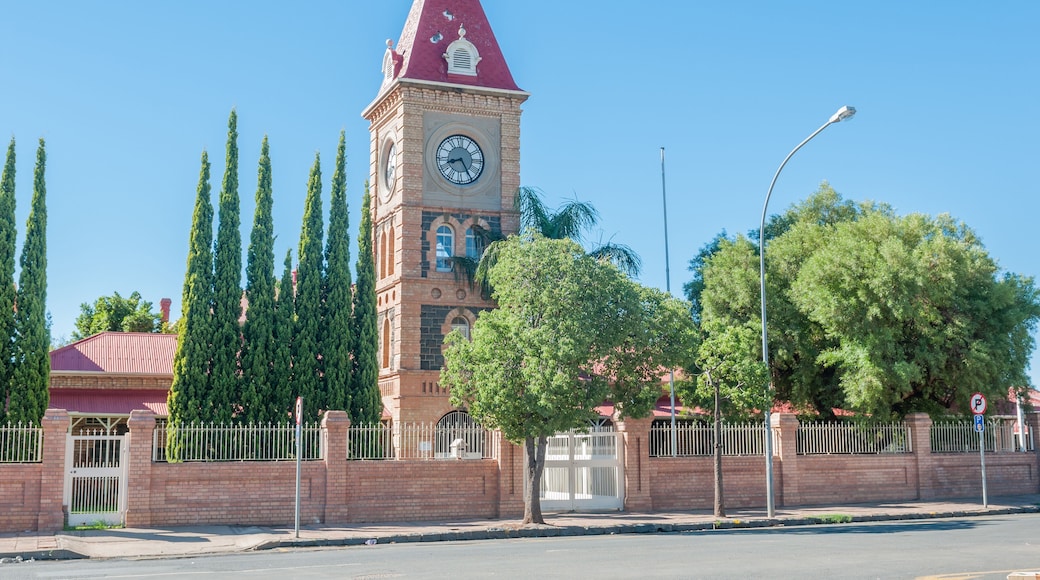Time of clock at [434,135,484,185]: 8:24
